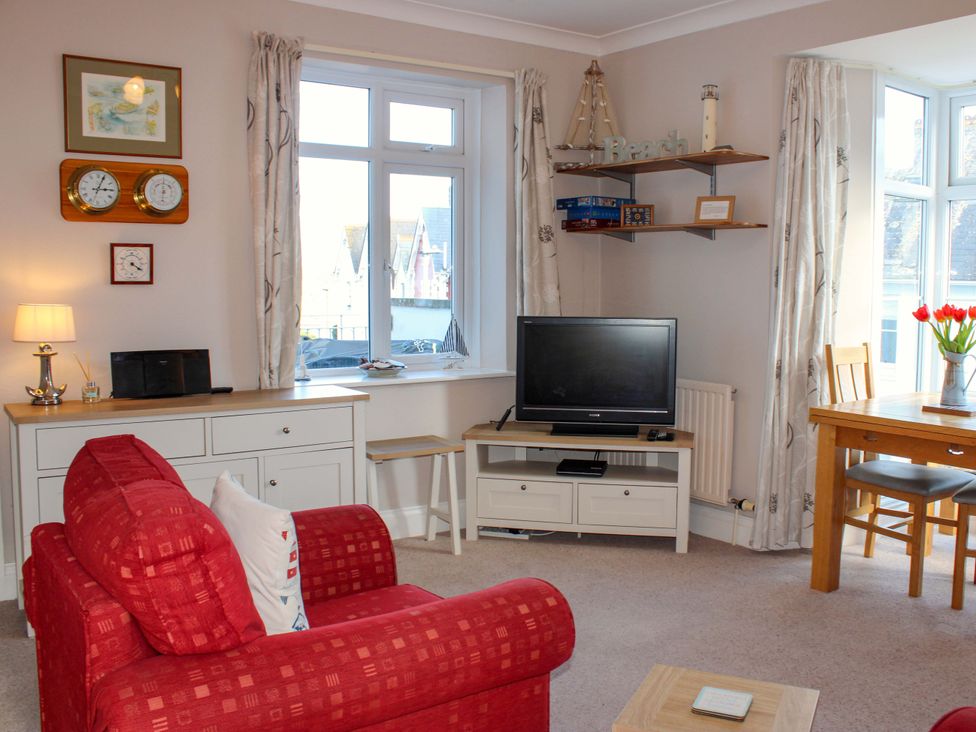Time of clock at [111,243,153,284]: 4:20
